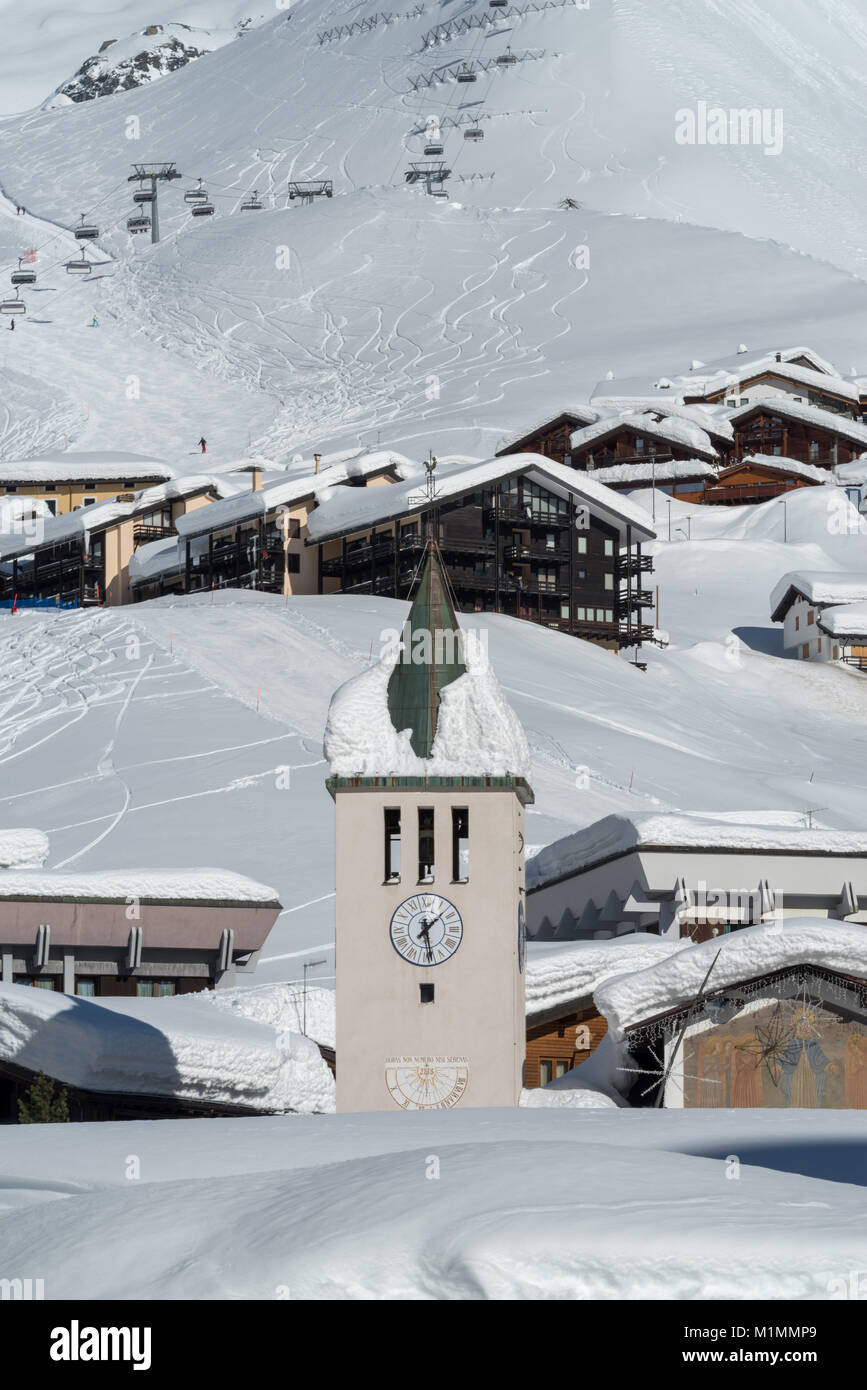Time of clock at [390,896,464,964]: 1:28
